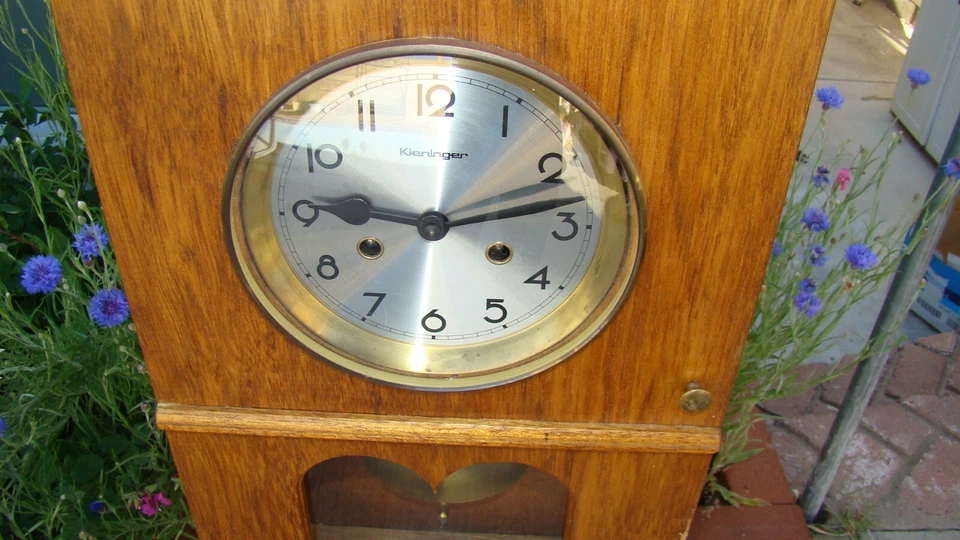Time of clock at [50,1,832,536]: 9:12
